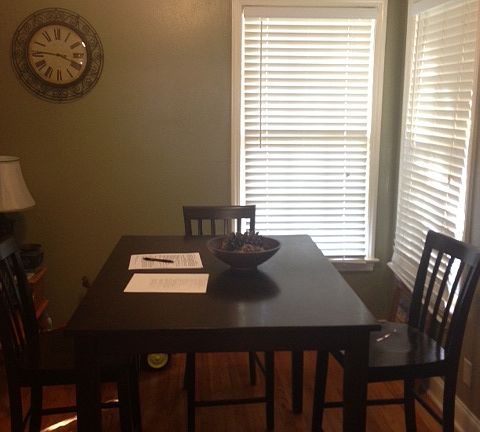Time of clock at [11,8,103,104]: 3:46
